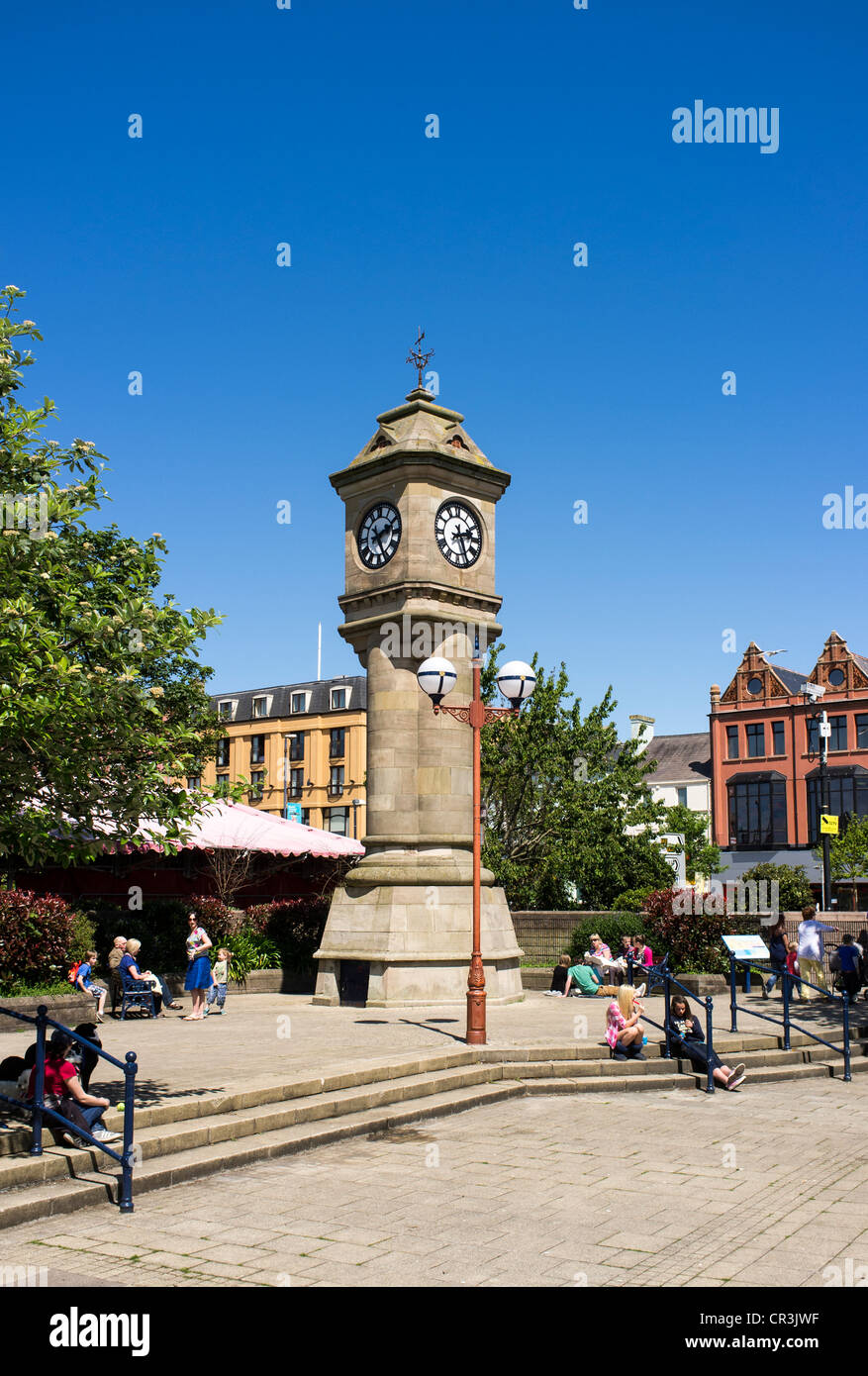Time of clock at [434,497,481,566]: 2:26
